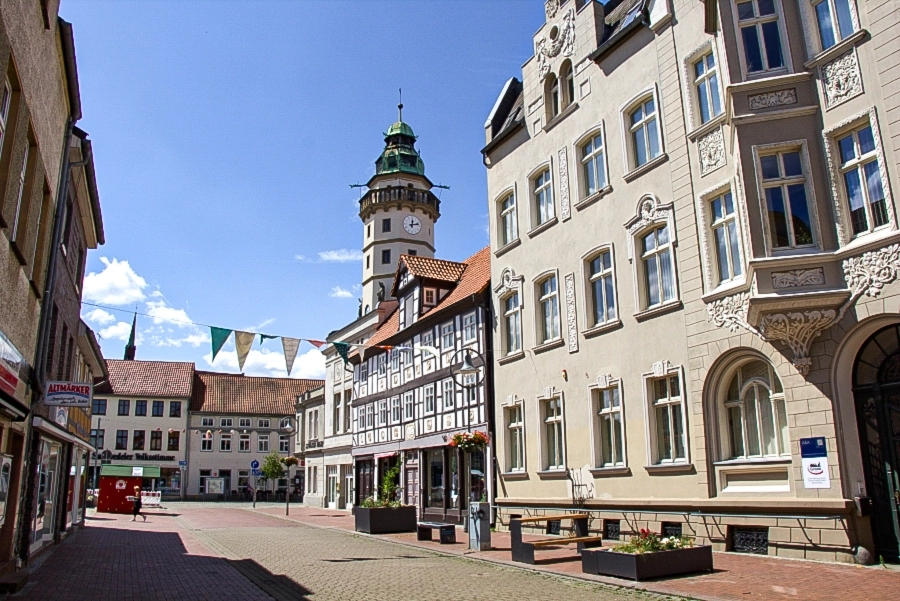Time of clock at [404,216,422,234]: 12:12
